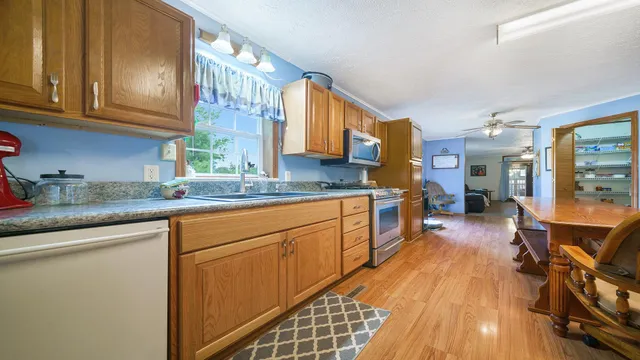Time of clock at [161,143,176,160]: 7:38
